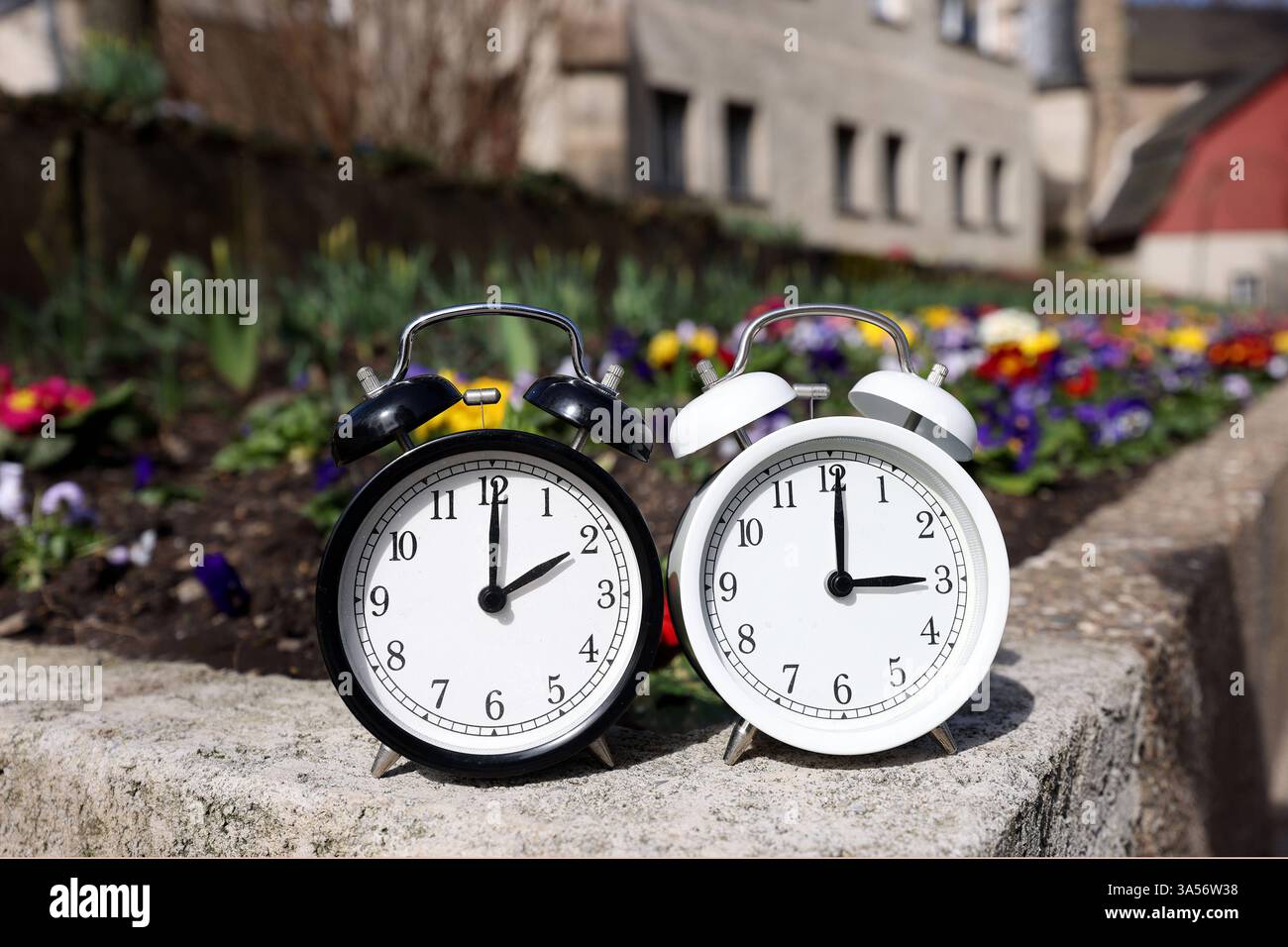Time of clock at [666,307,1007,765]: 3:00
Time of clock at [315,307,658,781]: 2:00
